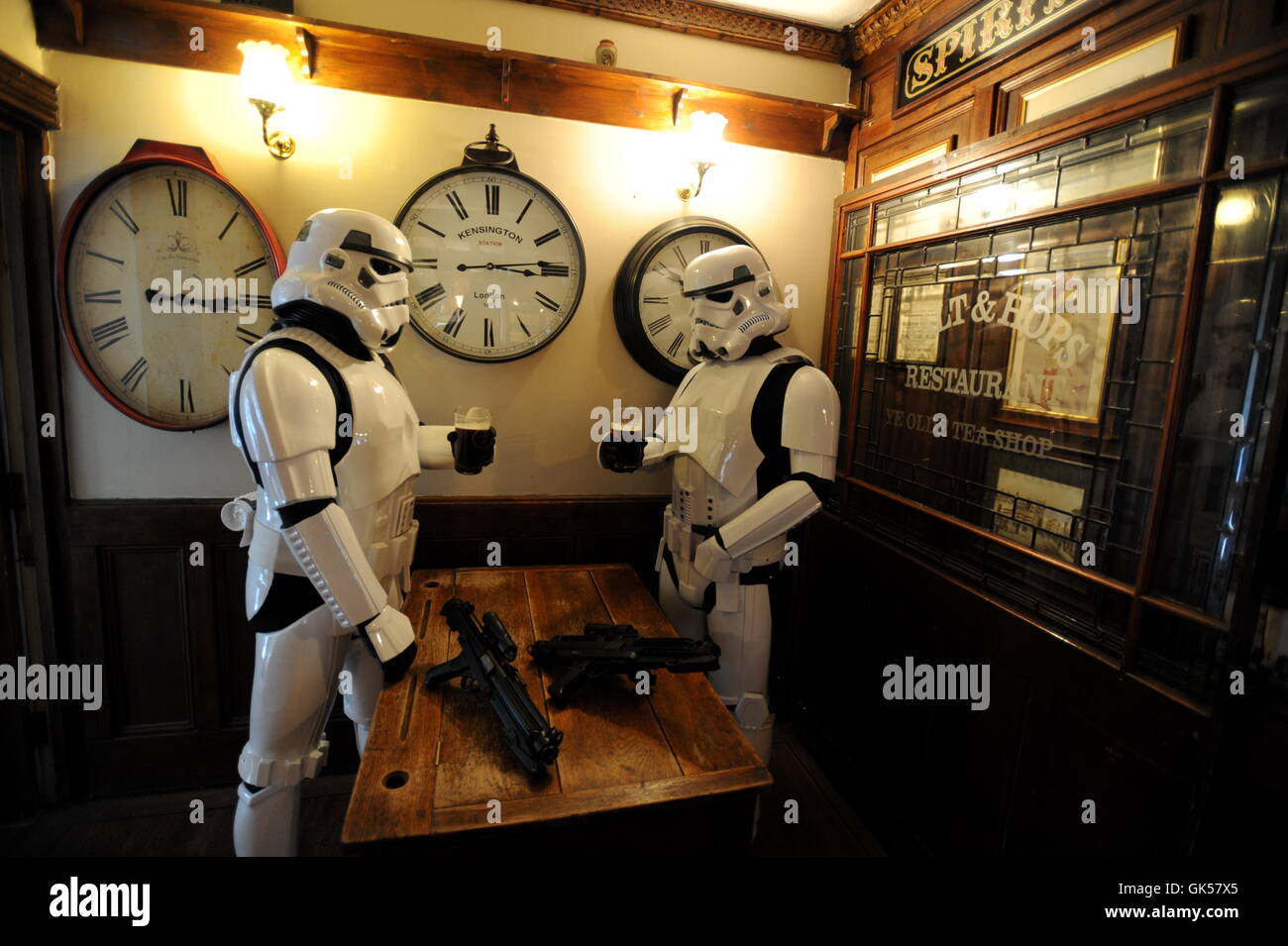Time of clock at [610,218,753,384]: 3:12
